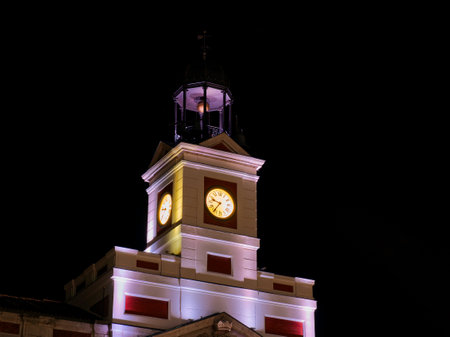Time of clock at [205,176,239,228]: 9:36
